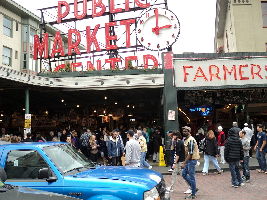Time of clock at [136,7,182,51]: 3:01
